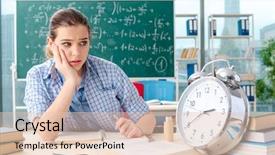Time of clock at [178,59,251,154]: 2:40
